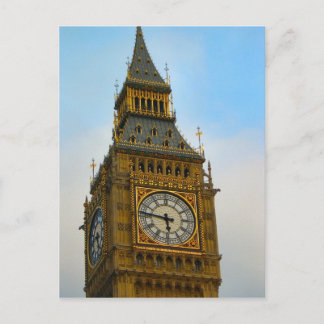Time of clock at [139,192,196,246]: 5:46
